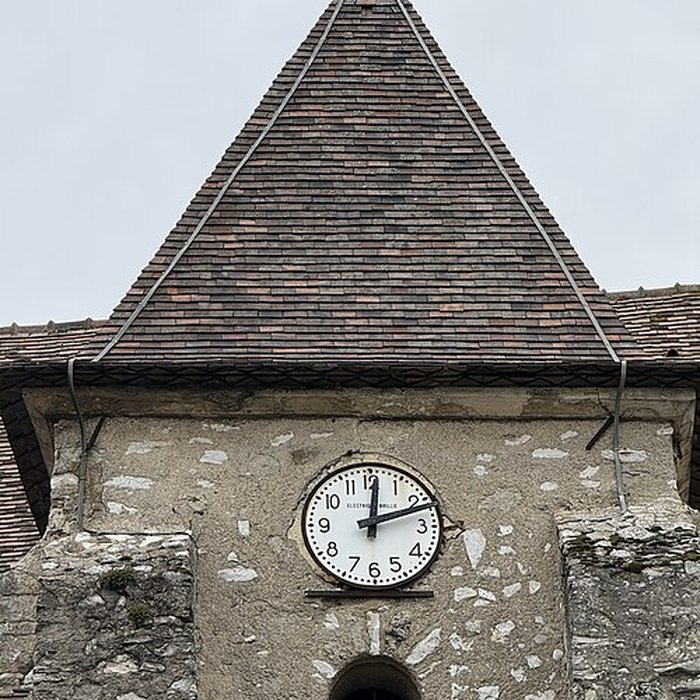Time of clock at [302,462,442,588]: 12:11
